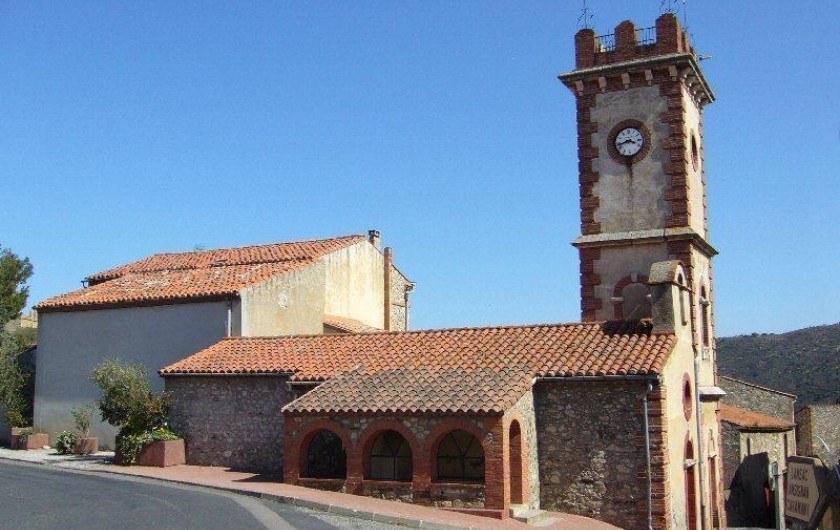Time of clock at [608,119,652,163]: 3:42
